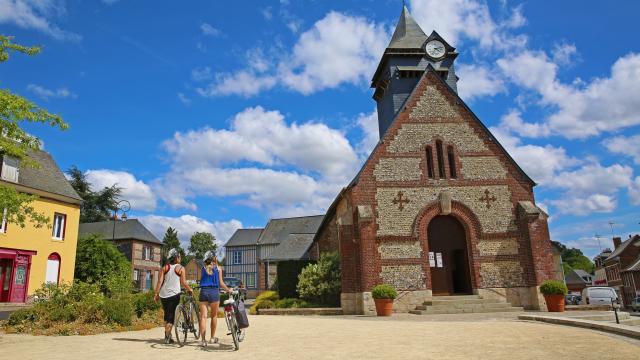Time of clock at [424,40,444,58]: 4:12
